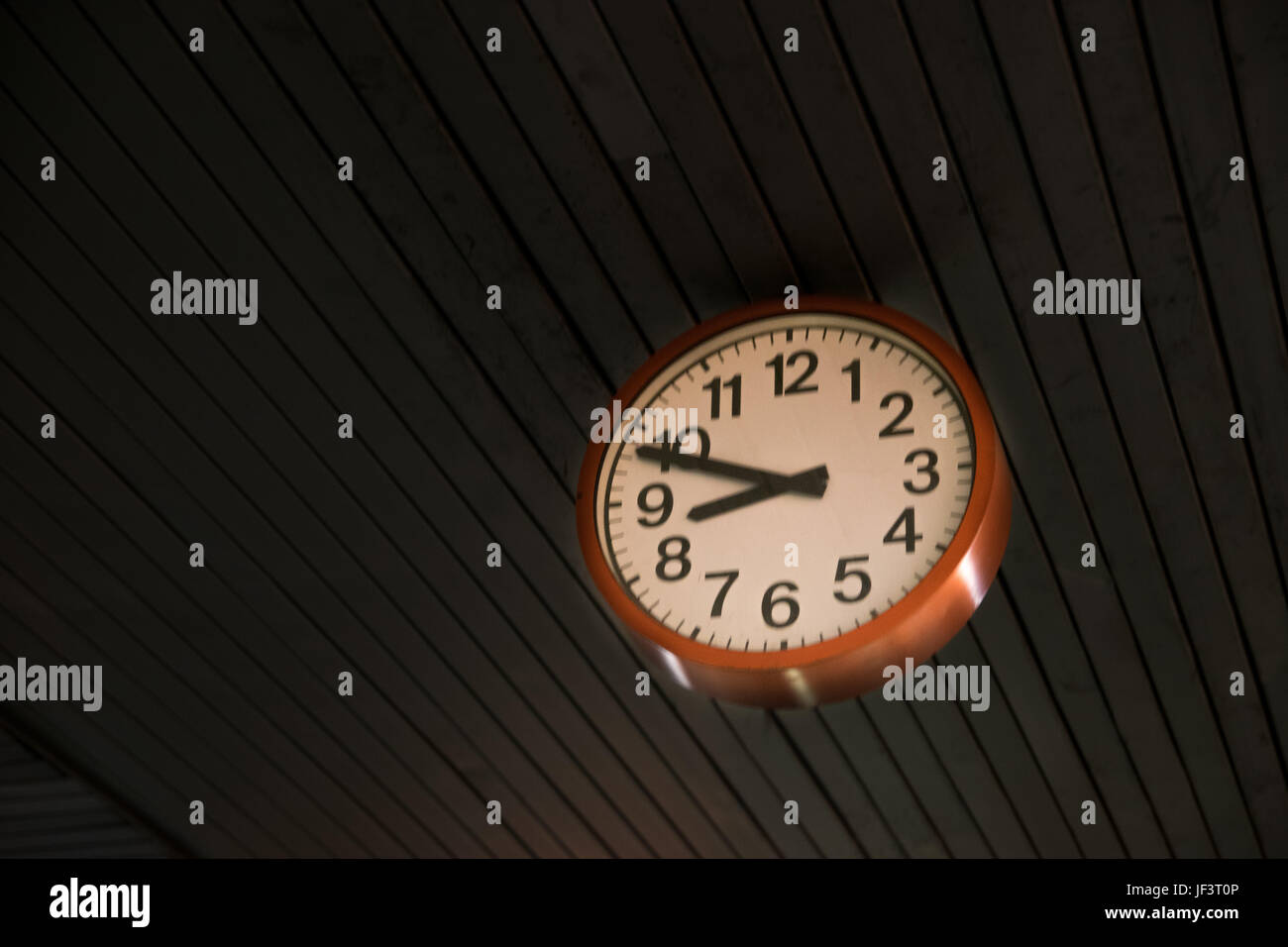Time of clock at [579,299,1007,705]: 8:48
